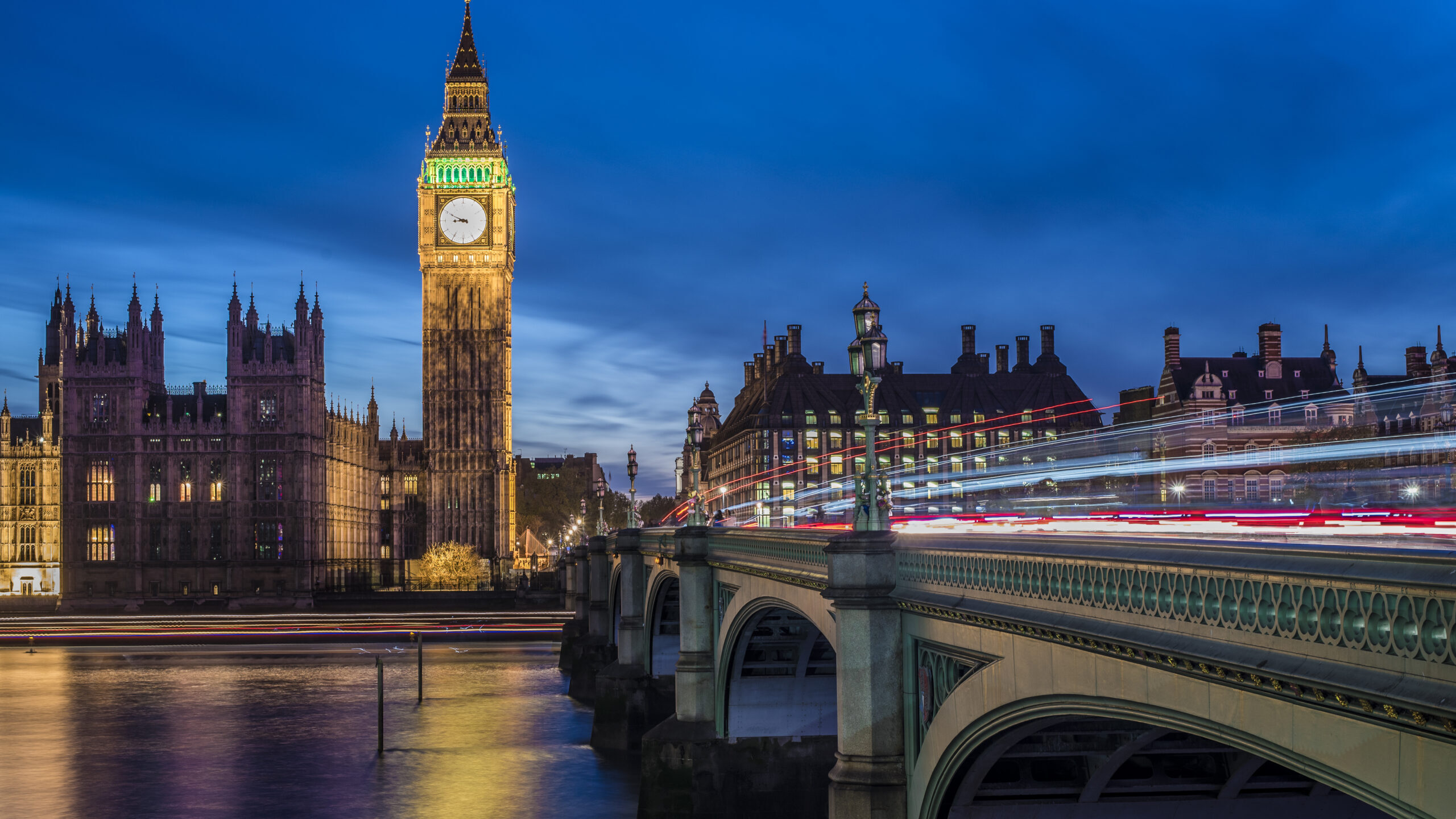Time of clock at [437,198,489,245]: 8:49
